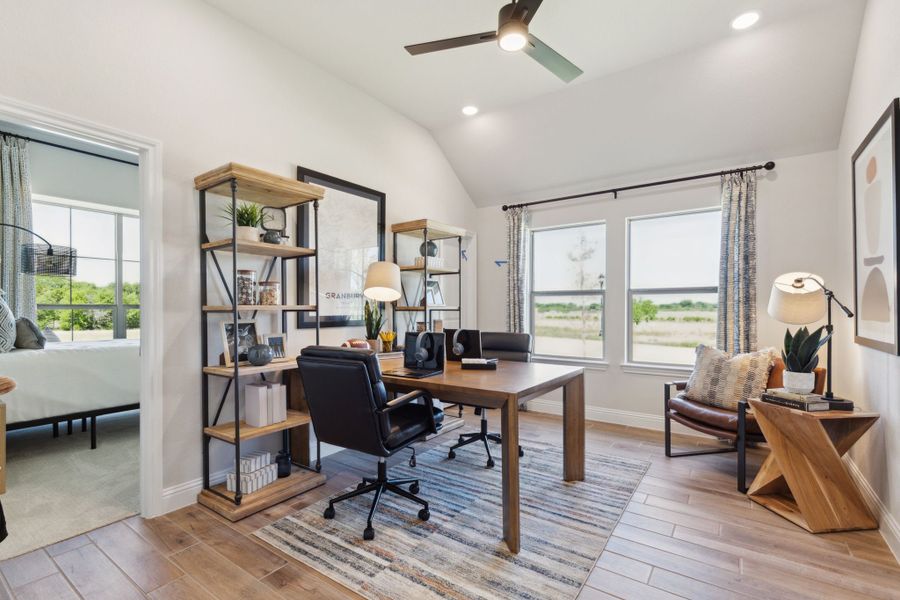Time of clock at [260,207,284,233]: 9:42
